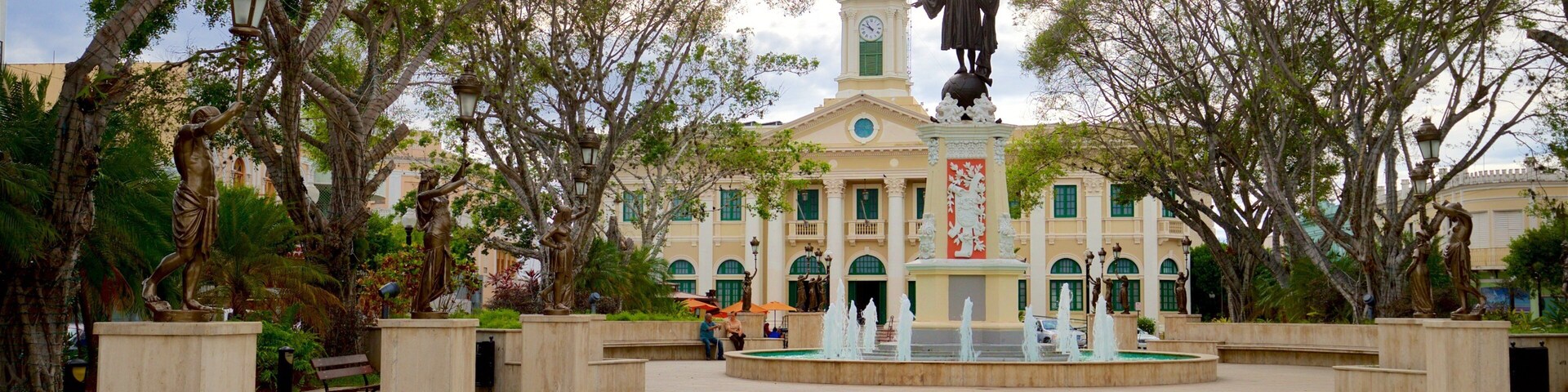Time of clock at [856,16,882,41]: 10:49
